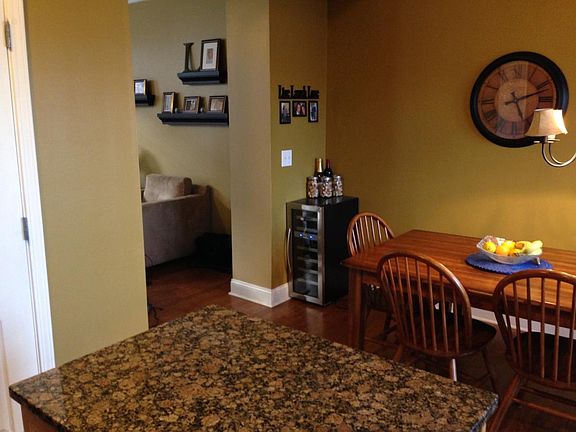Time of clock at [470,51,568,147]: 5:12
